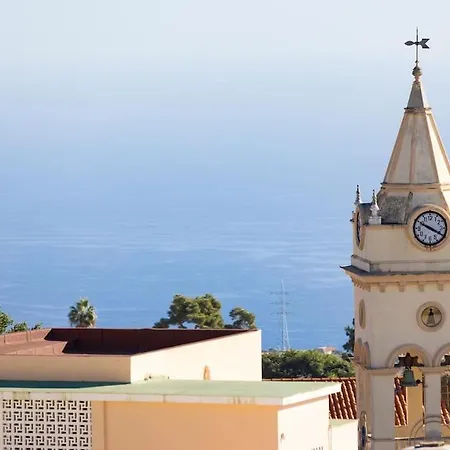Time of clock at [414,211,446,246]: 3:49
